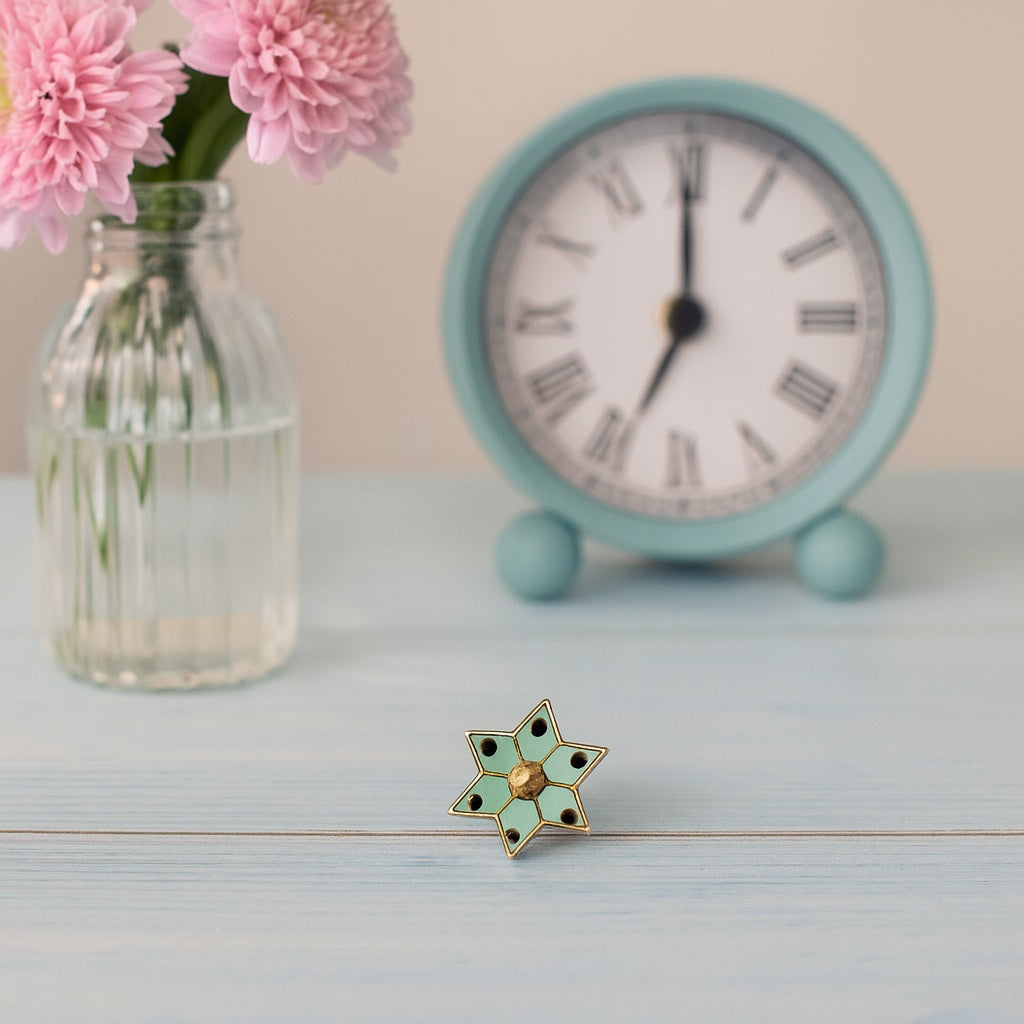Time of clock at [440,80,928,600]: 7:00
